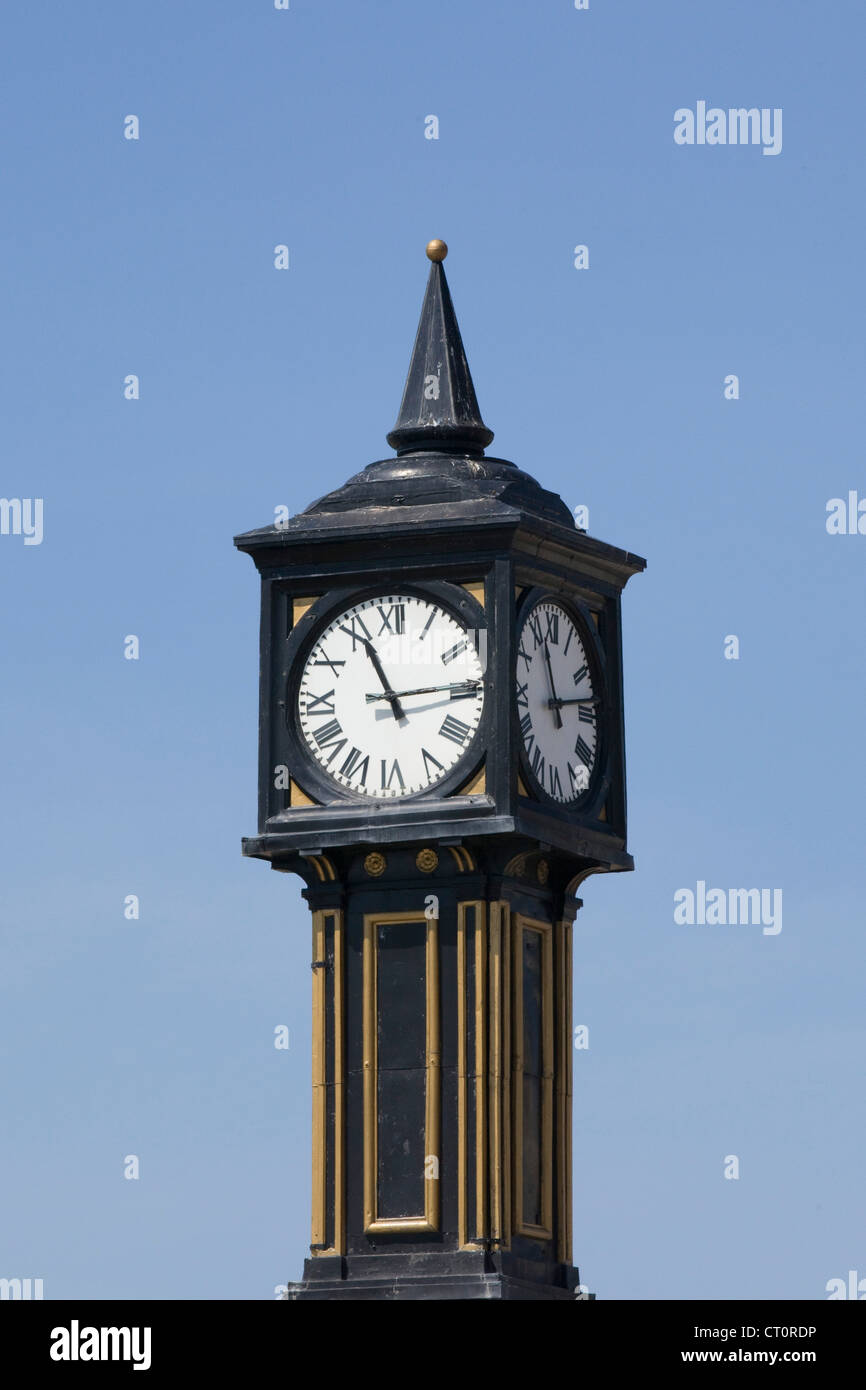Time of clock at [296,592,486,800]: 11:13
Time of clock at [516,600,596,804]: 11:13
